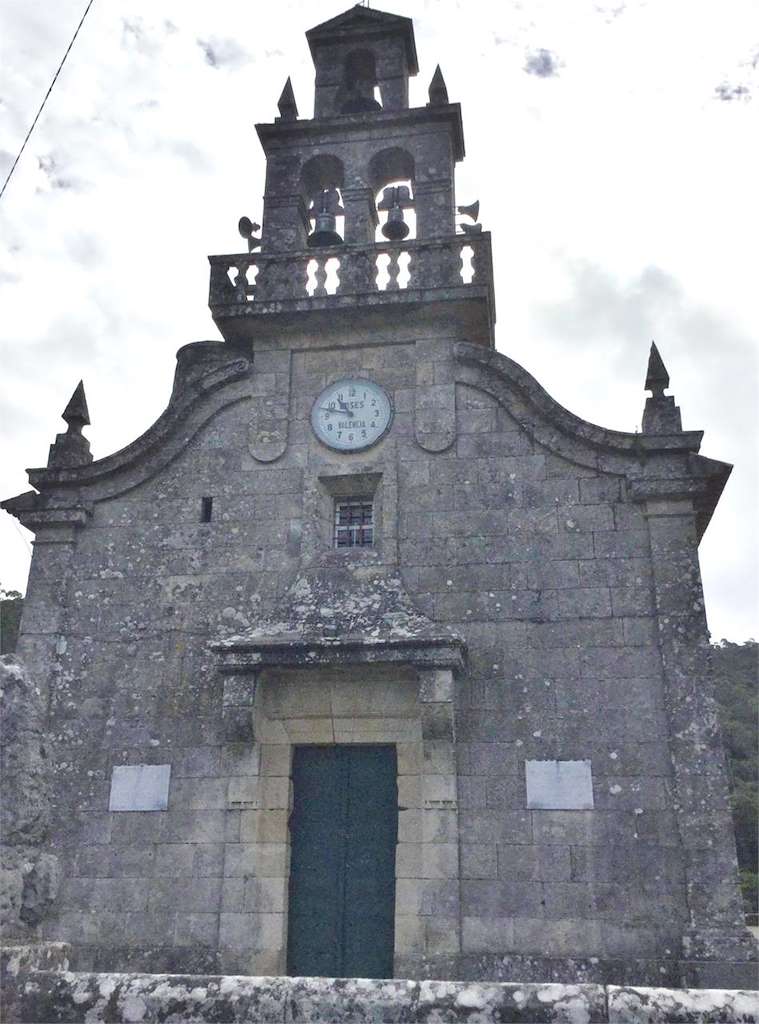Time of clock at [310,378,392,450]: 10:47
